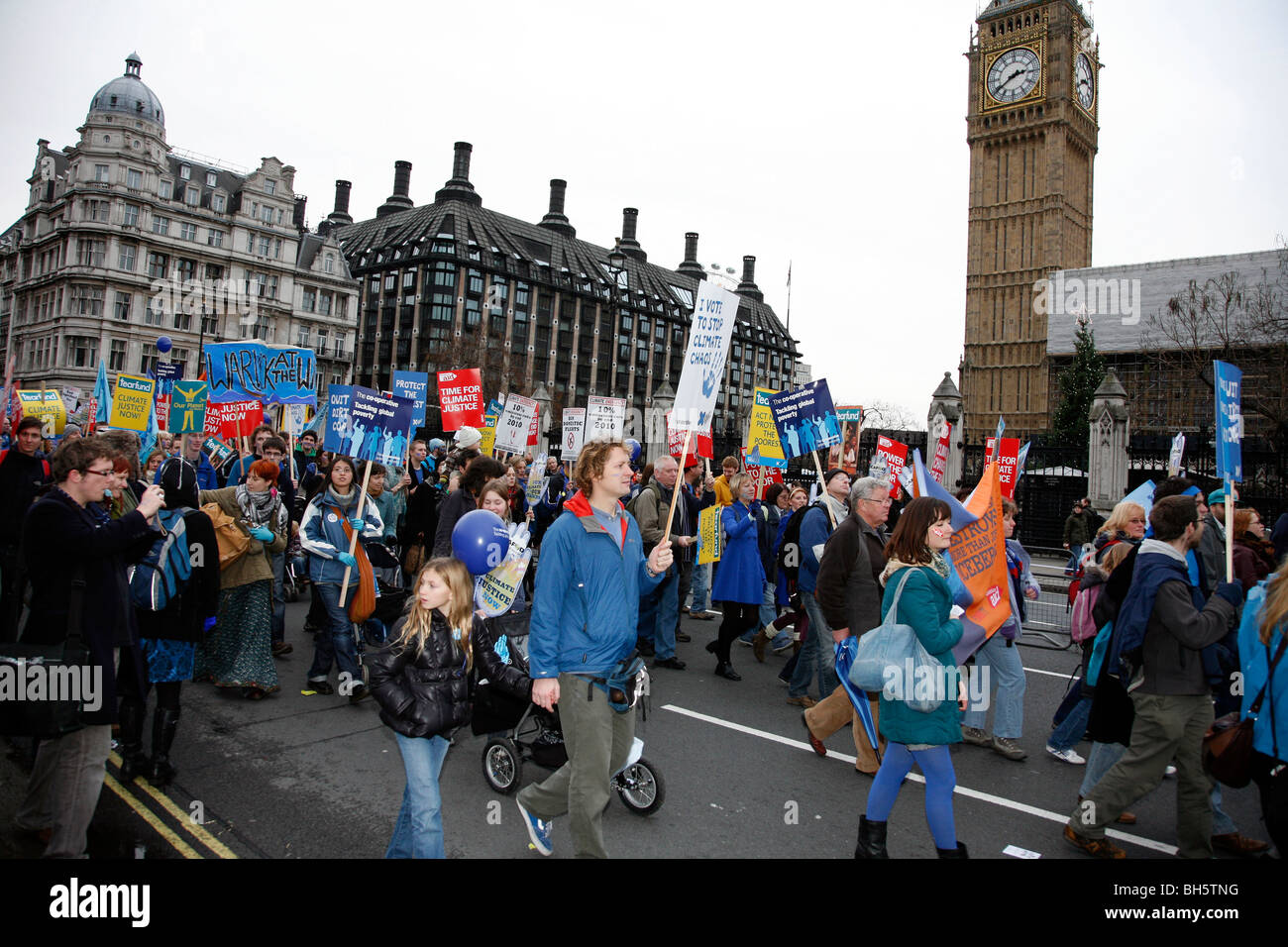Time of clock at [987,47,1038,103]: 2:39
